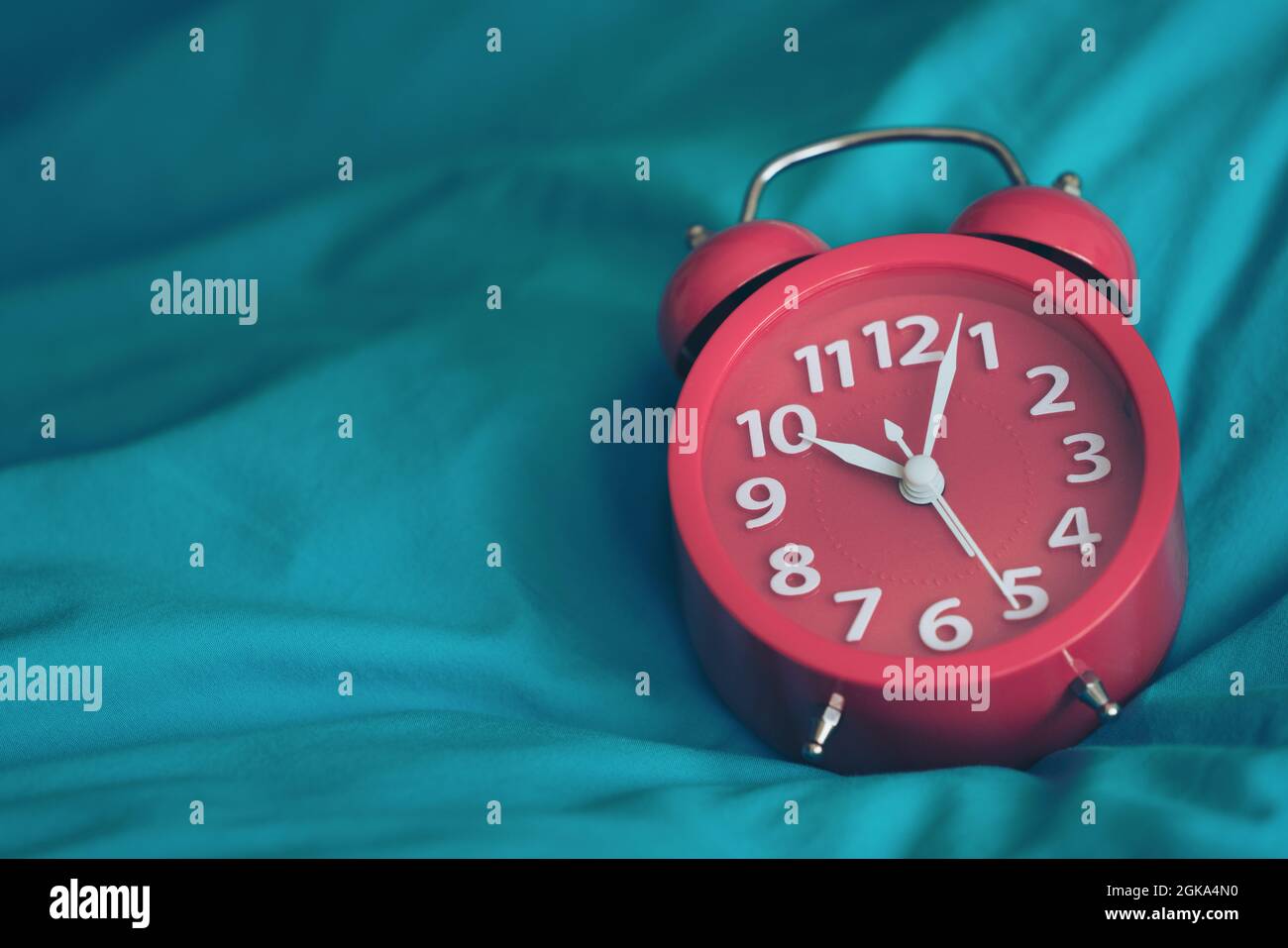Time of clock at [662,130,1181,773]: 10:03
